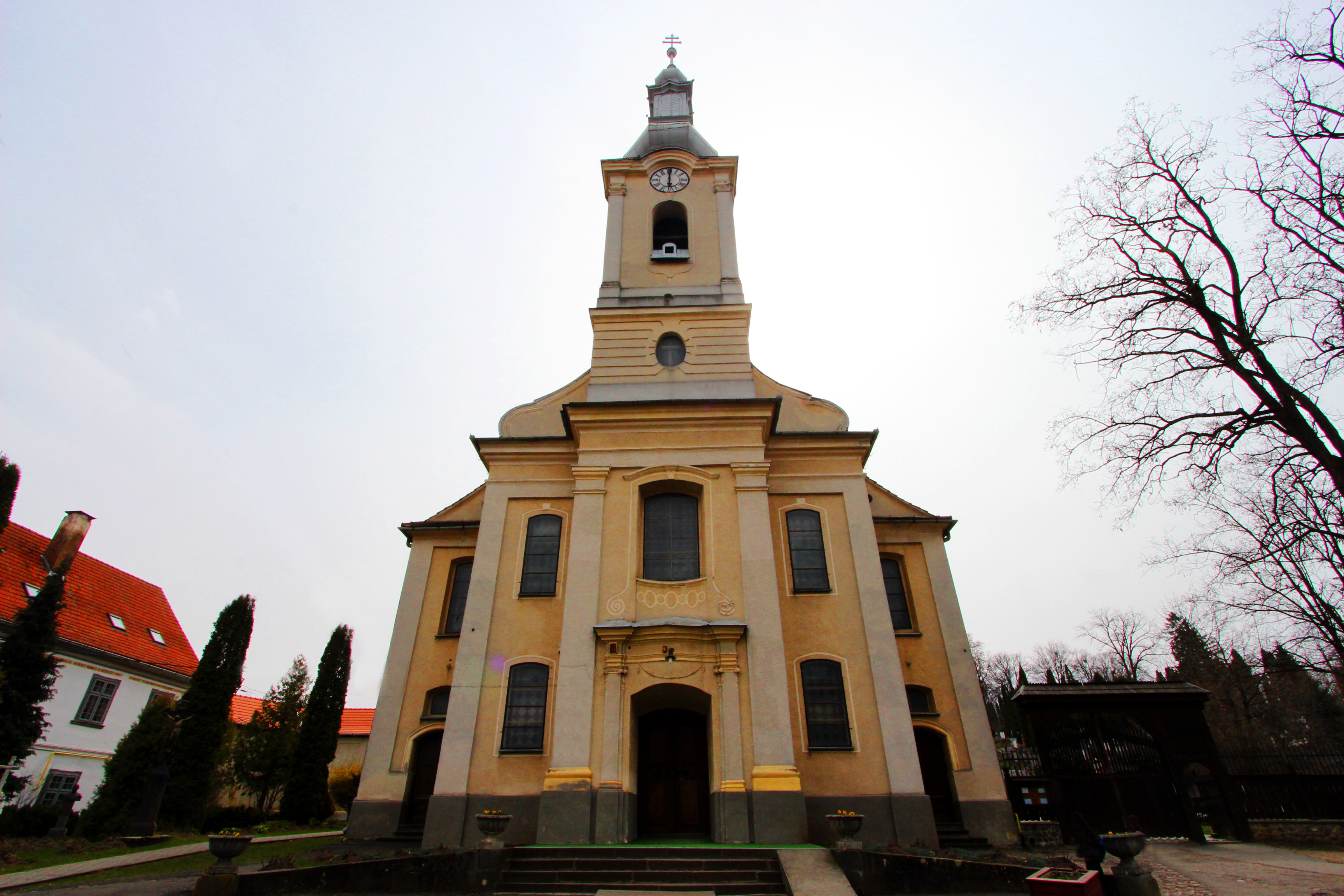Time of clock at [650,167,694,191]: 12:00
